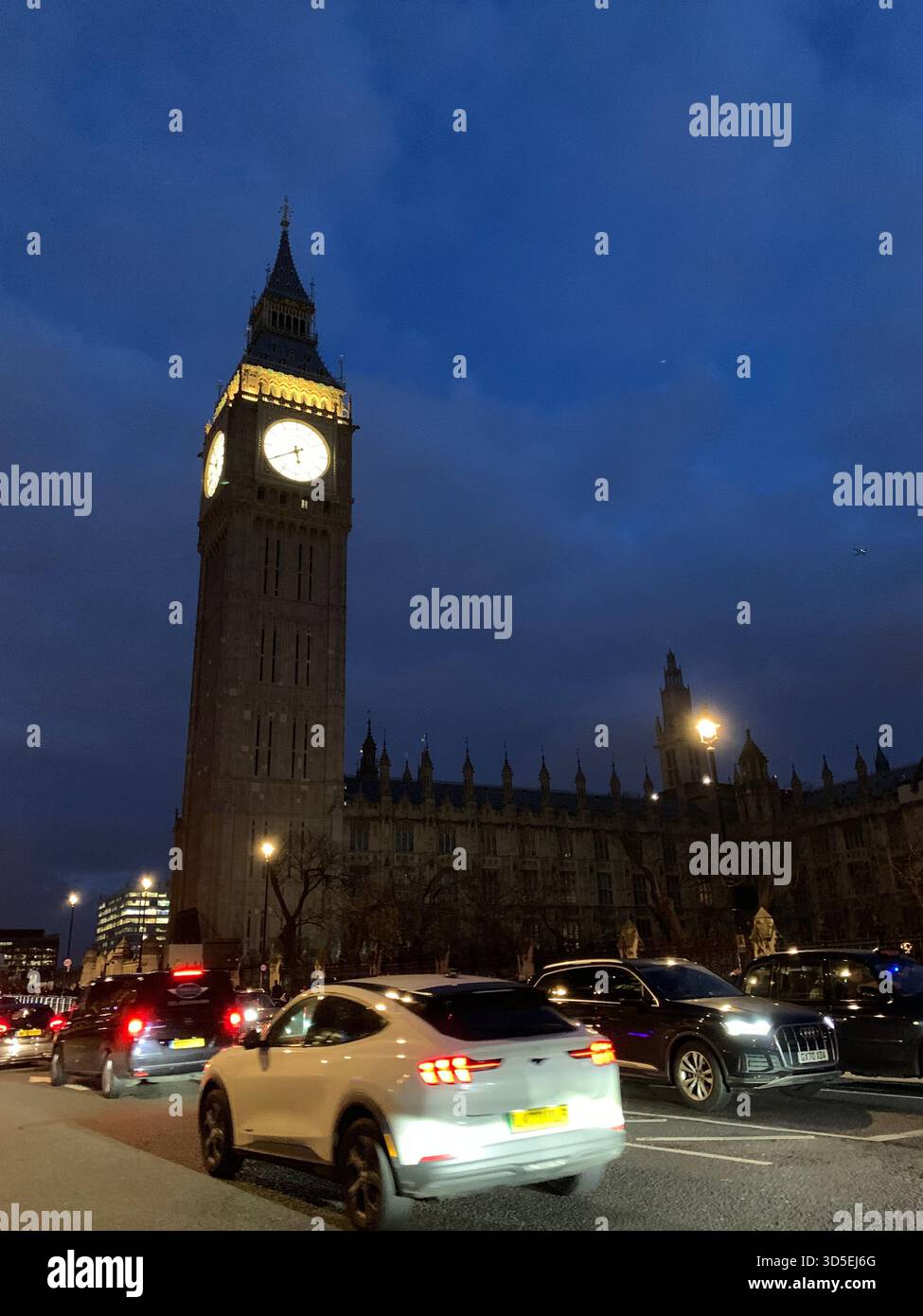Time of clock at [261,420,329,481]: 5:40
